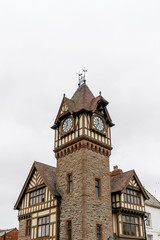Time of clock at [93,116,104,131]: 11:36
